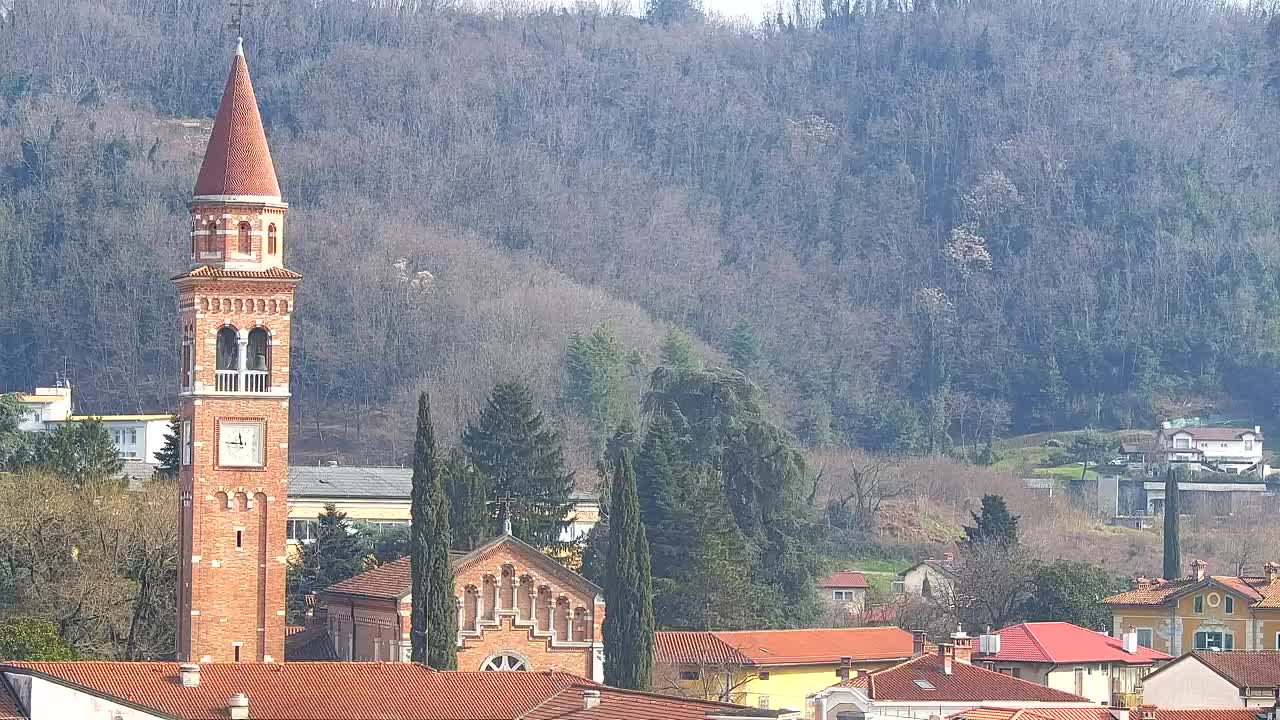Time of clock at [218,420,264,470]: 11:46
